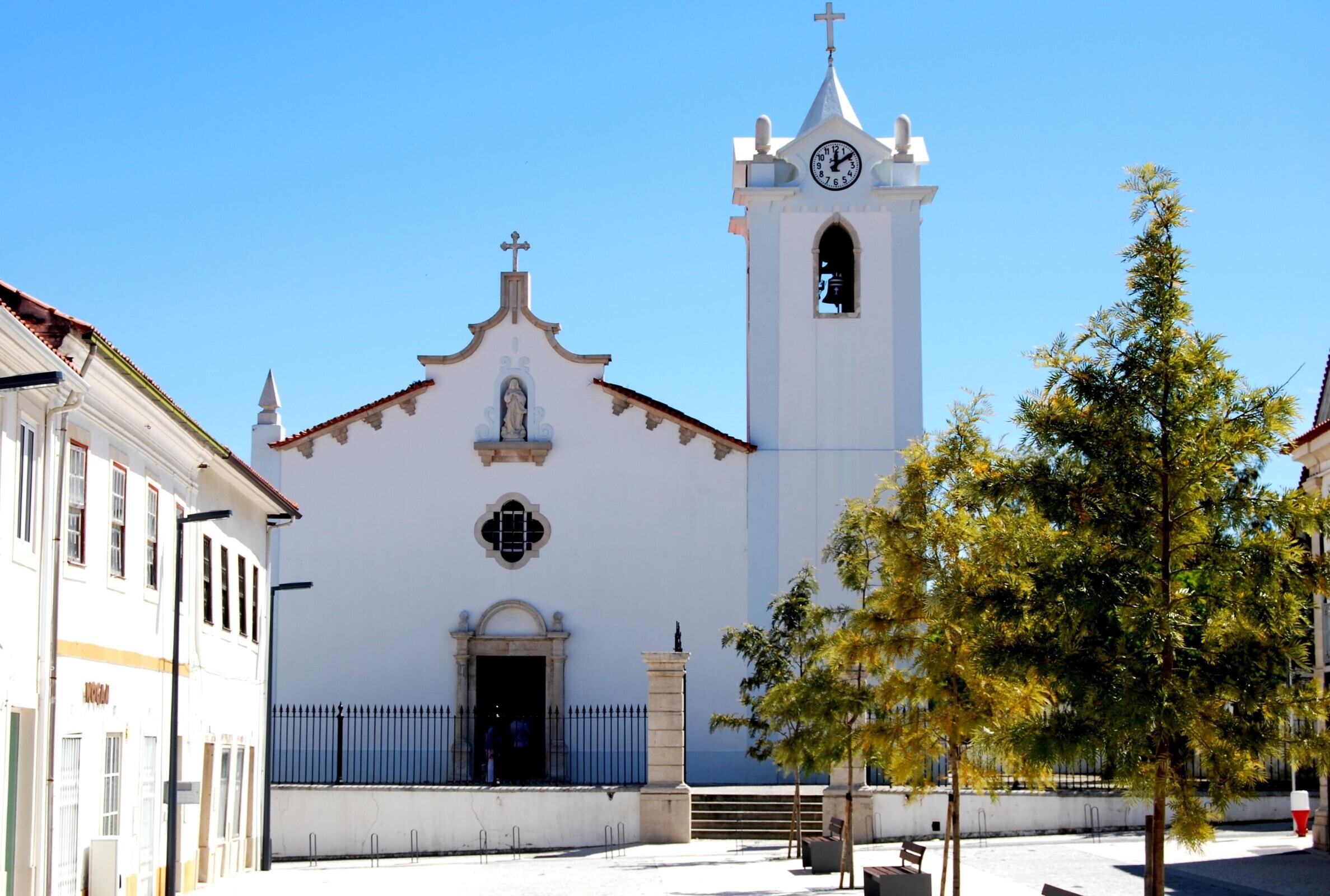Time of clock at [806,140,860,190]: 12:09
